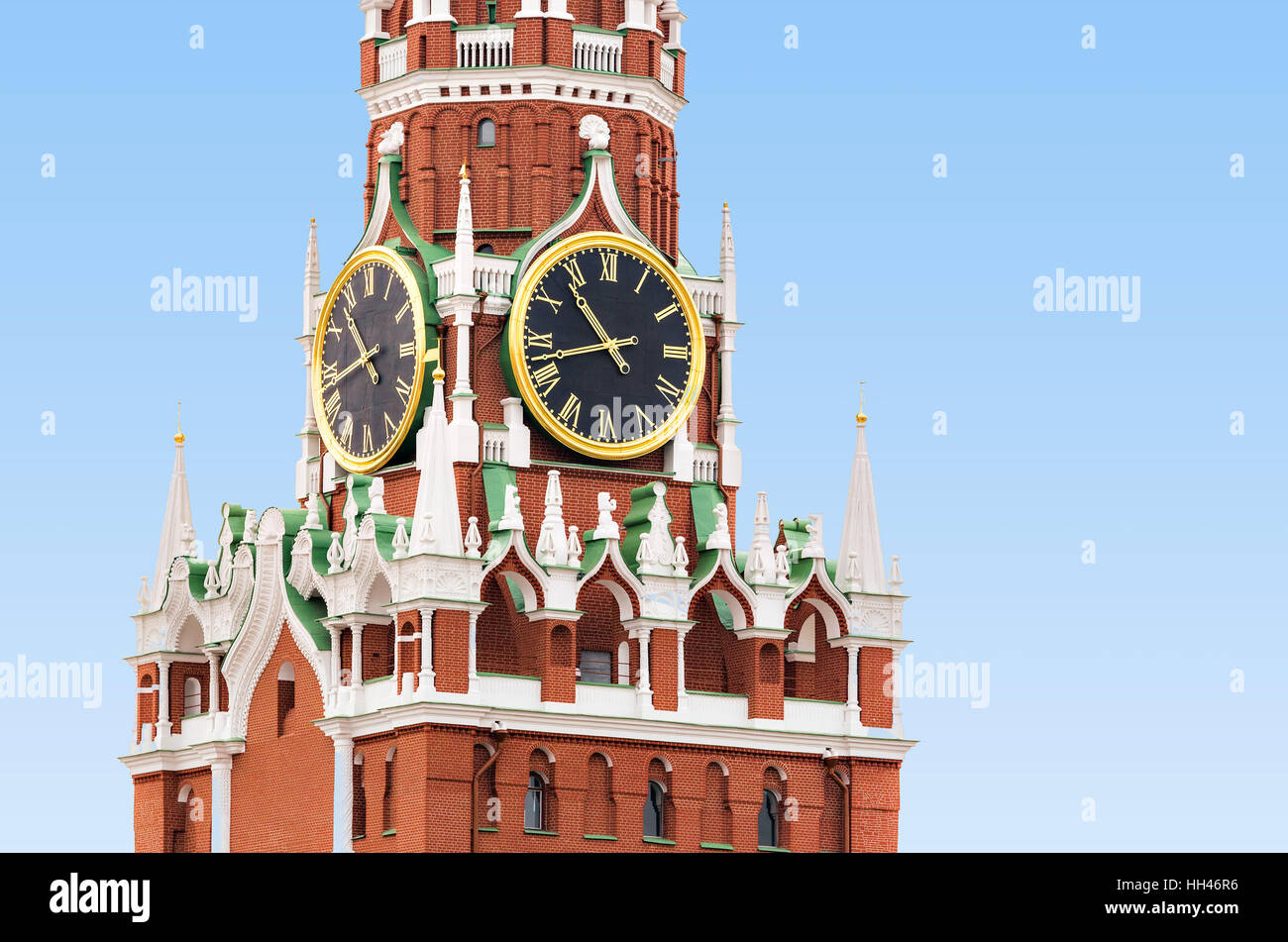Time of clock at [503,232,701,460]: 10:42
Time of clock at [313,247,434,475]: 10:43
